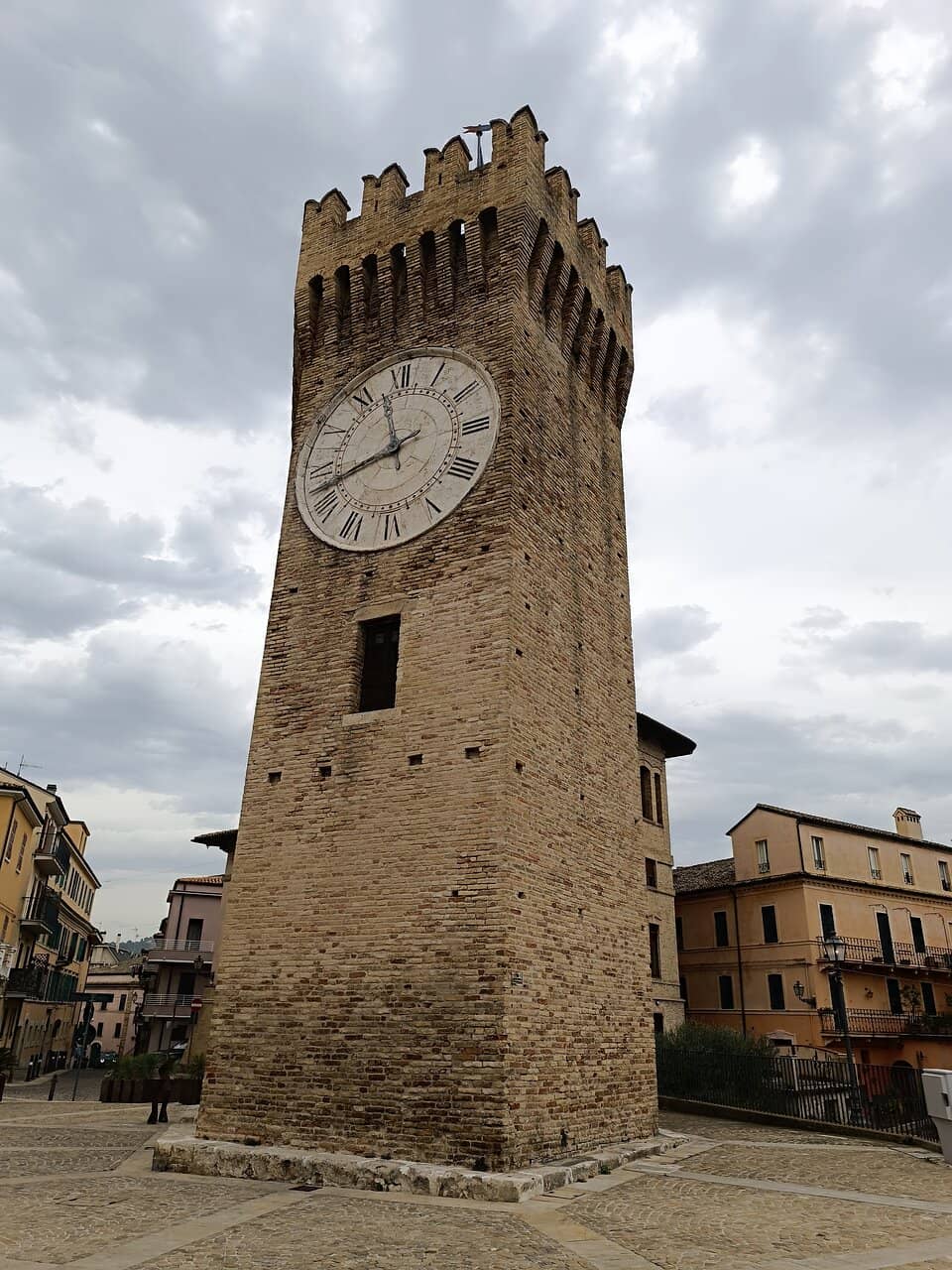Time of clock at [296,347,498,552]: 11:42
